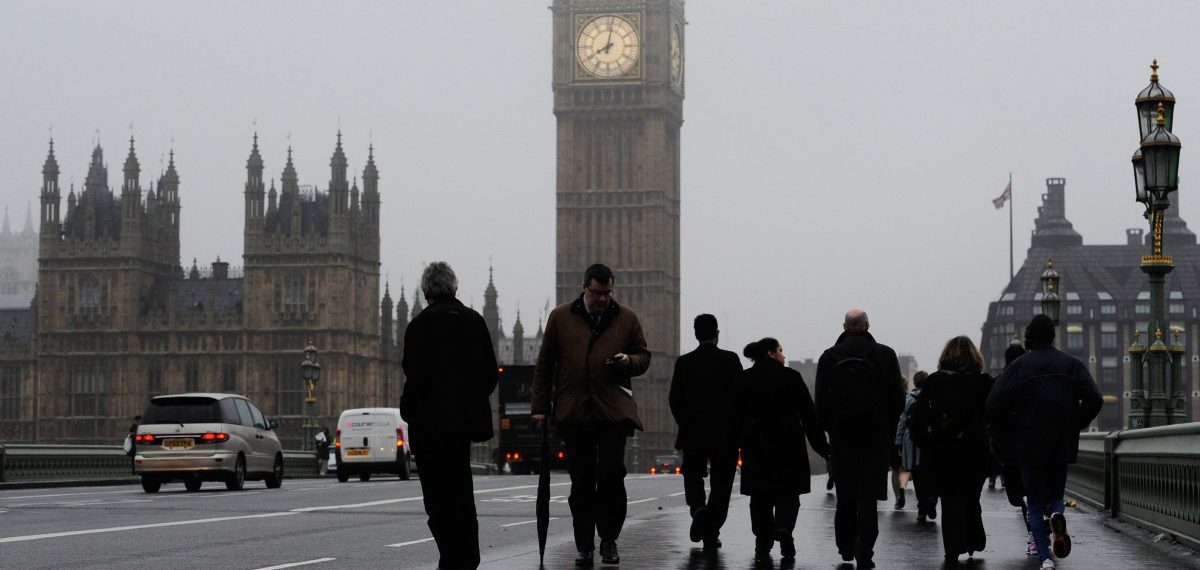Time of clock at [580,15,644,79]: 8:01
